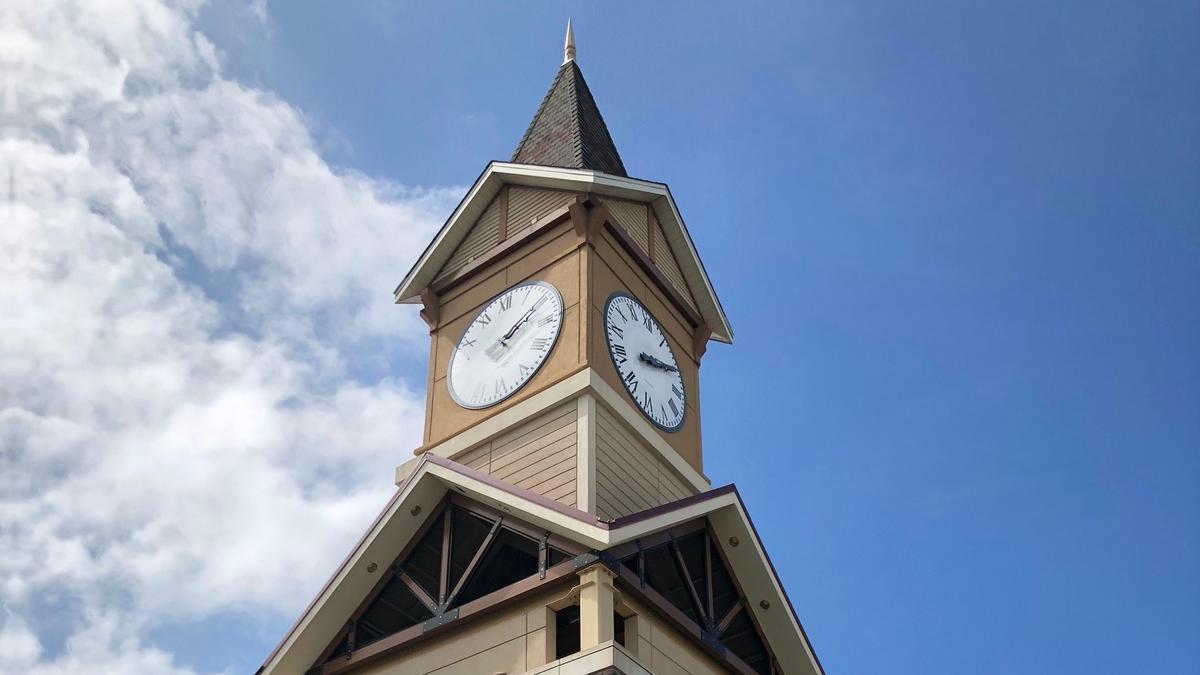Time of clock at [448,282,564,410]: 2:09
